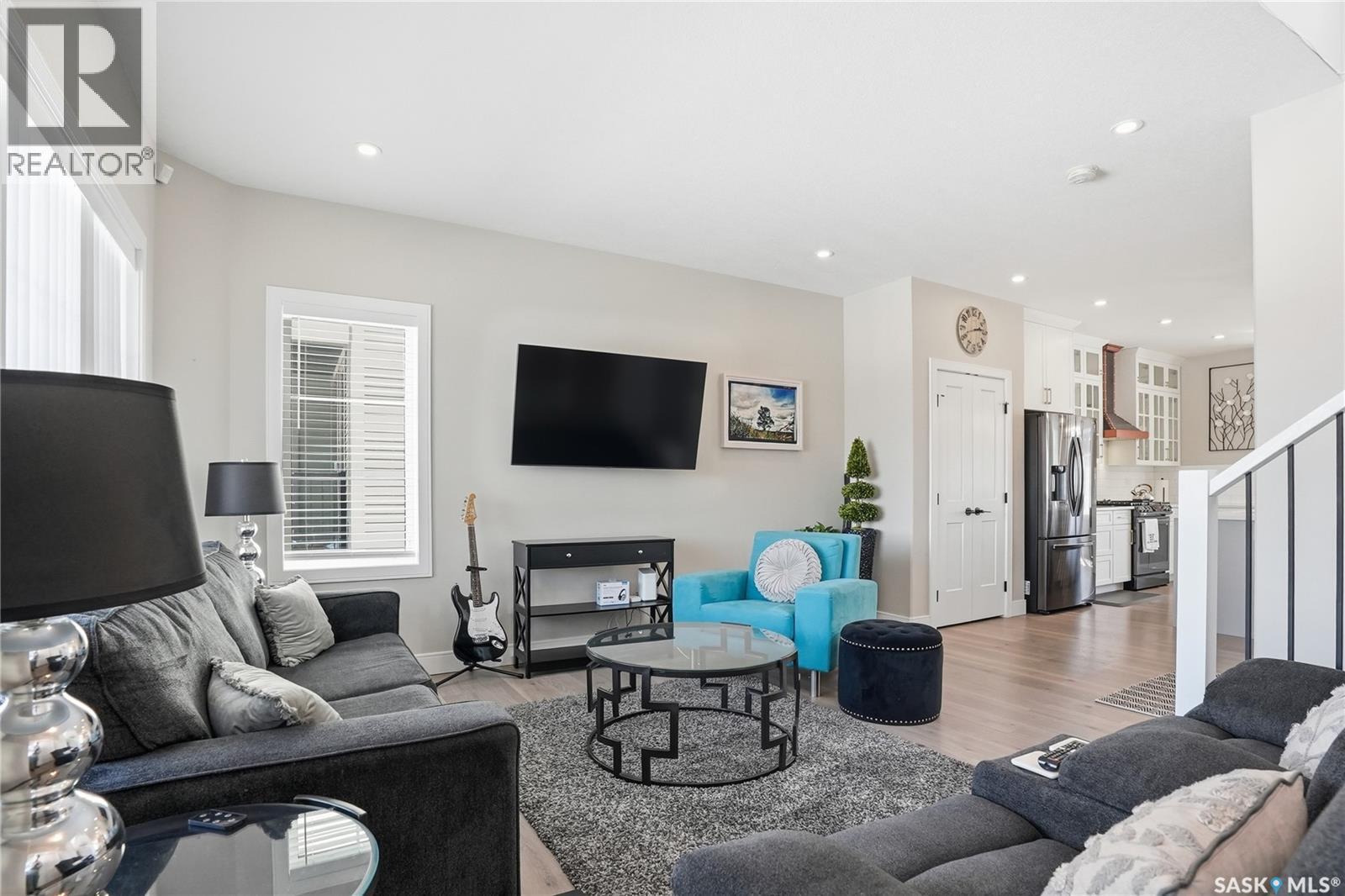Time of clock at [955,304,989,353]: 2:42
